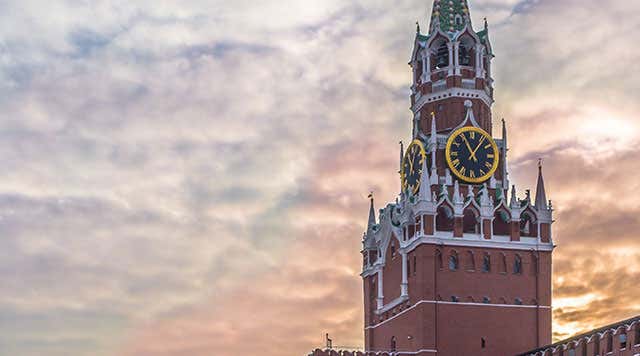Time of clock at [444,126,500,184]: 11:06
